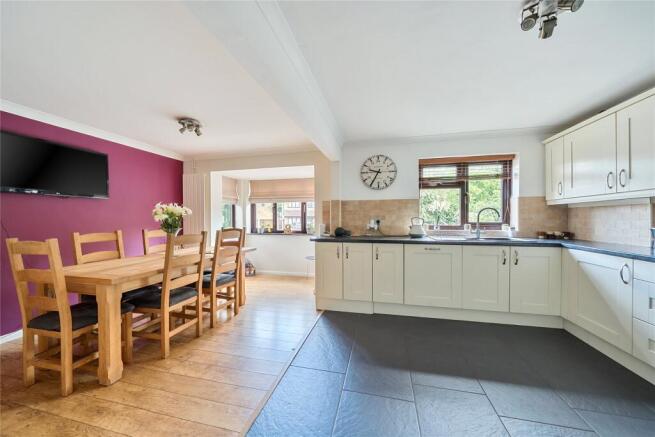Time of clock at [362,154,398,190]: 9:35
